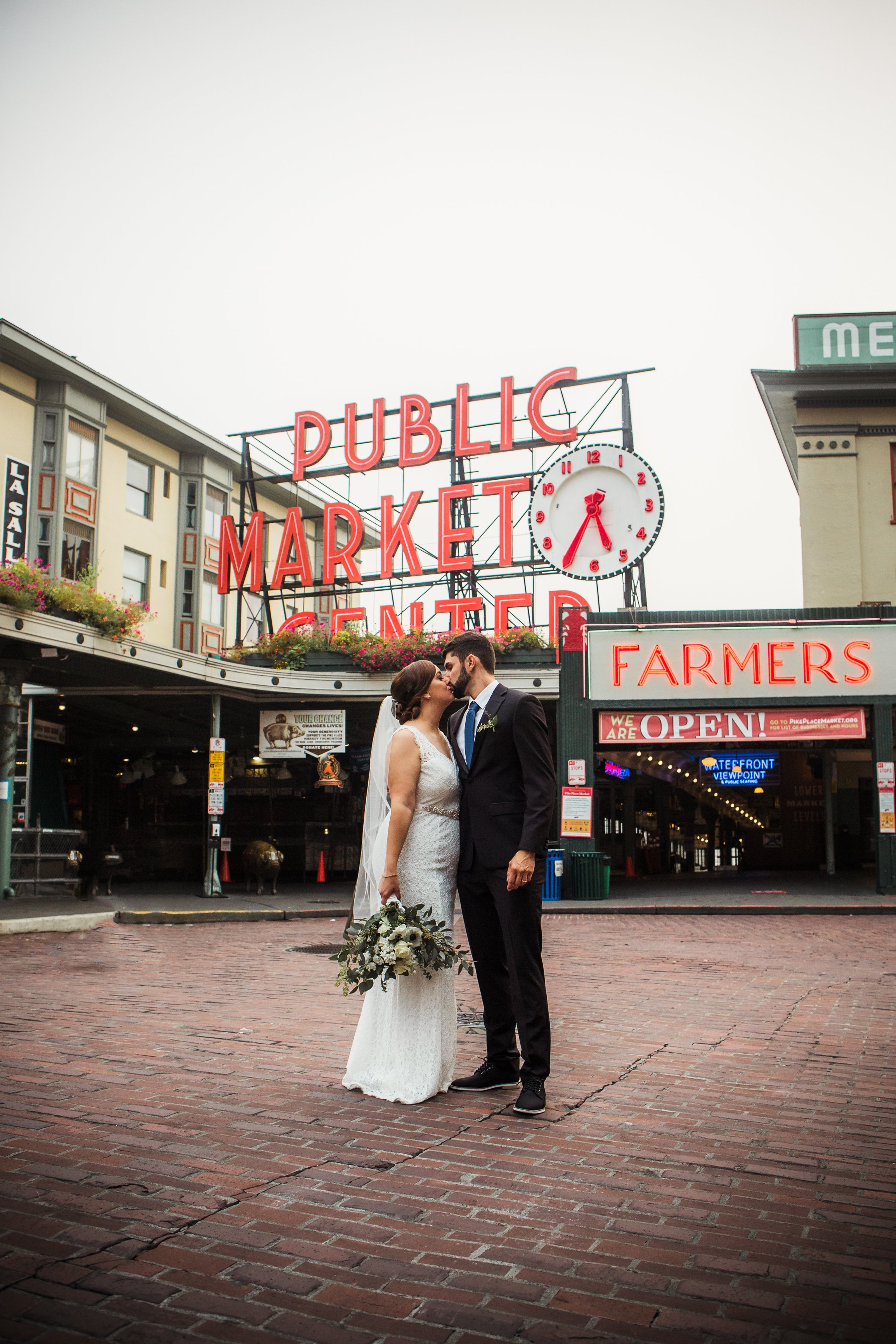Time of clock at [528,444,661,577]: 5:35
